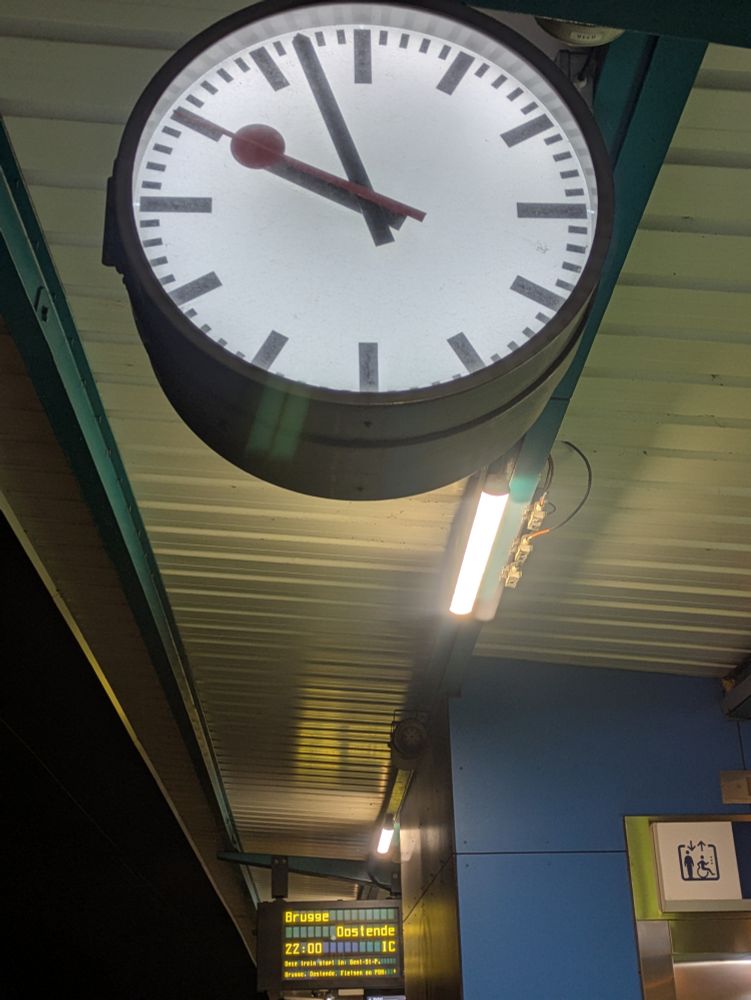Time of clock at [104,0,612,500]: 9:56
